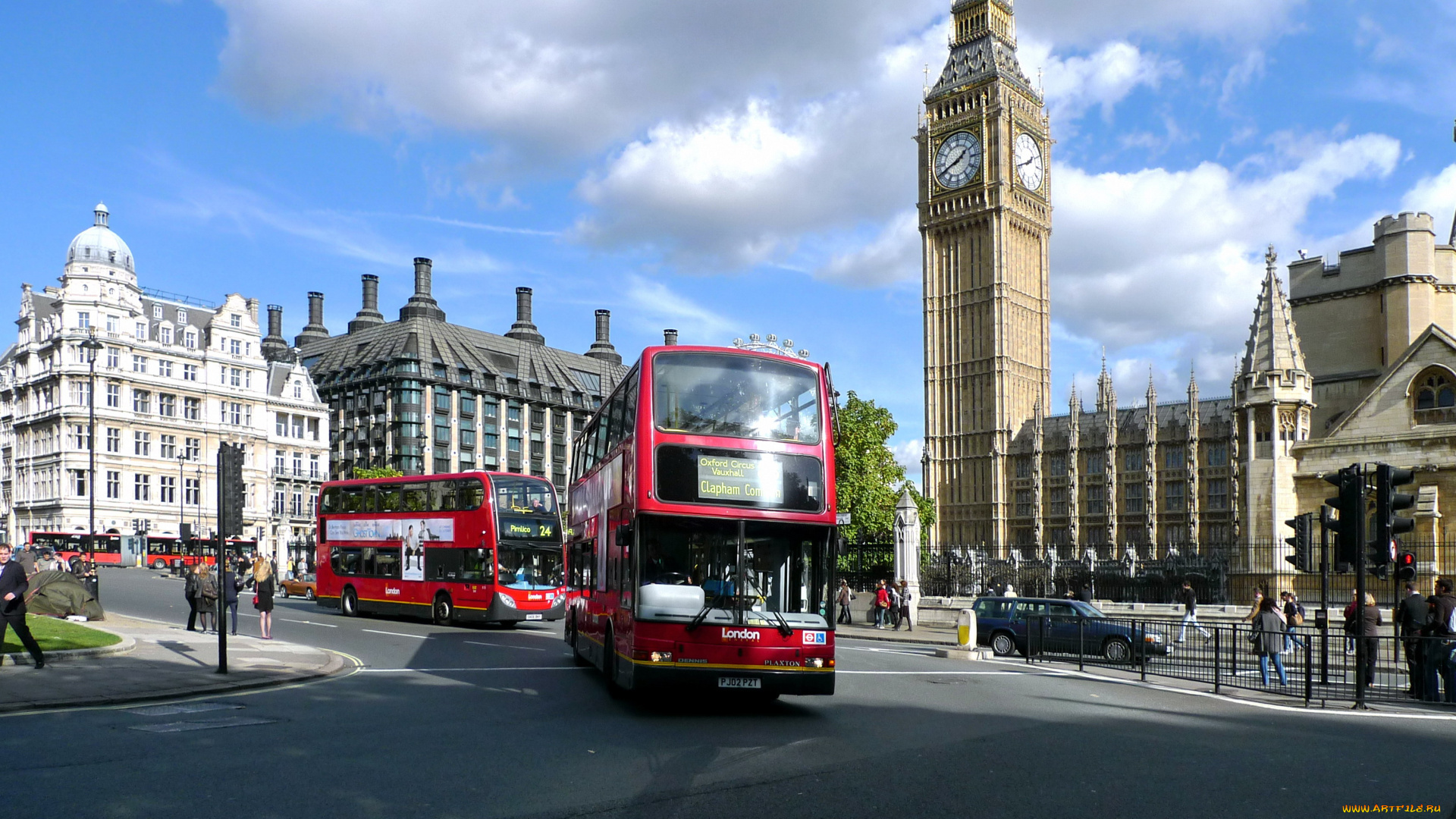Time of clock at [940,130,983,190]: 1:41
